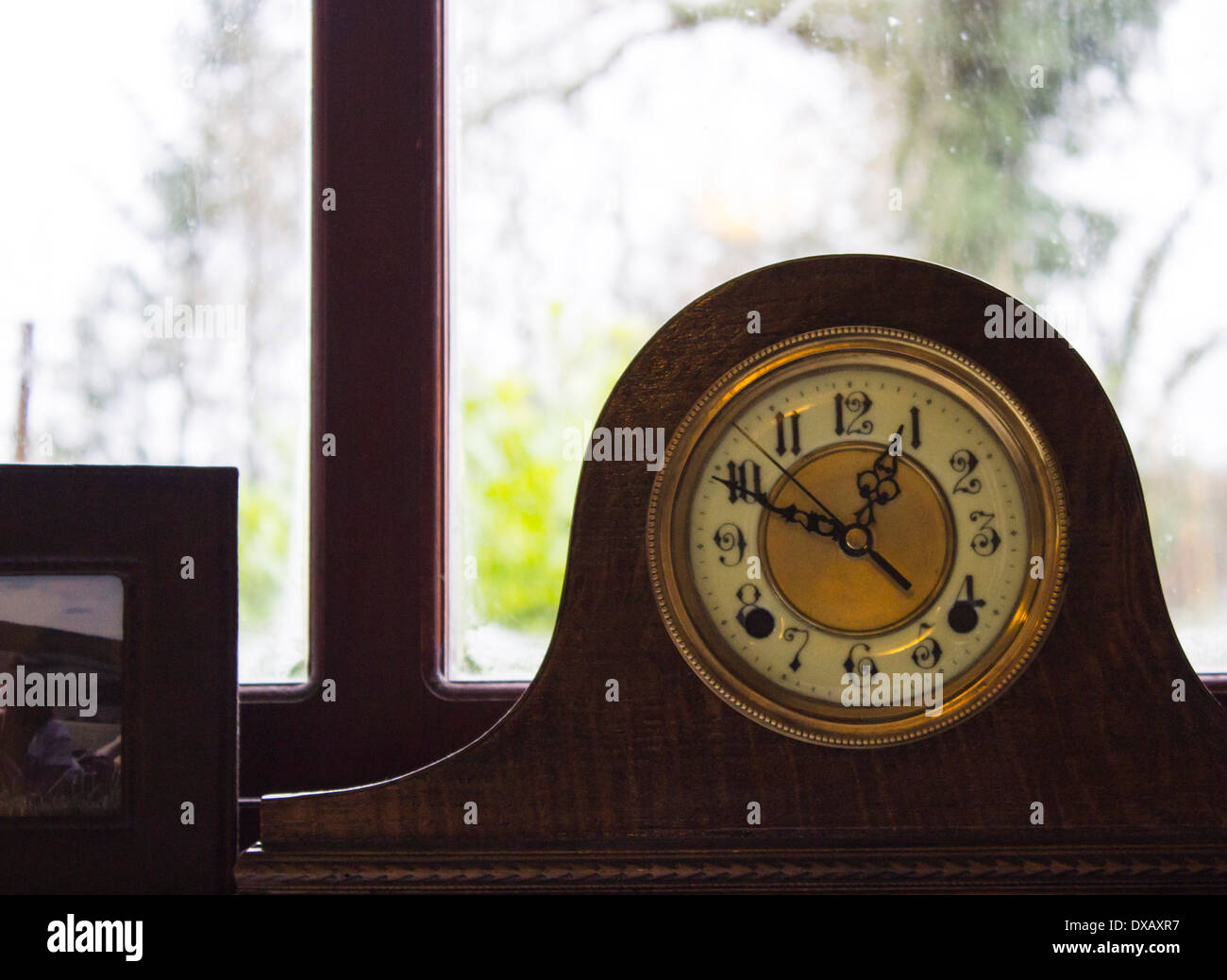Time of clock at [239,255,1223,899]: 12:49
